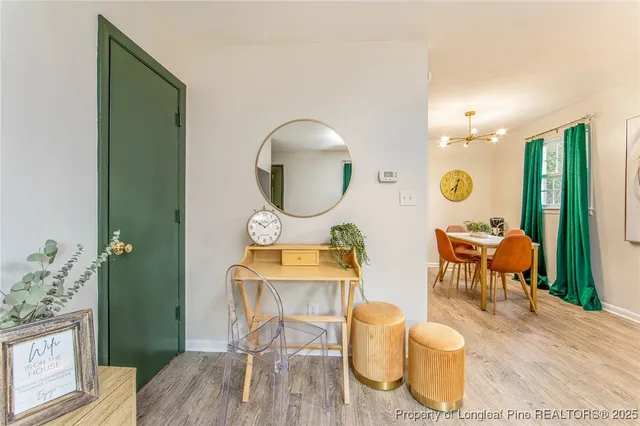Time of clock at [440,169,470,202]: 7:32
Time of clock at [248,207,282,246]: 10:09
